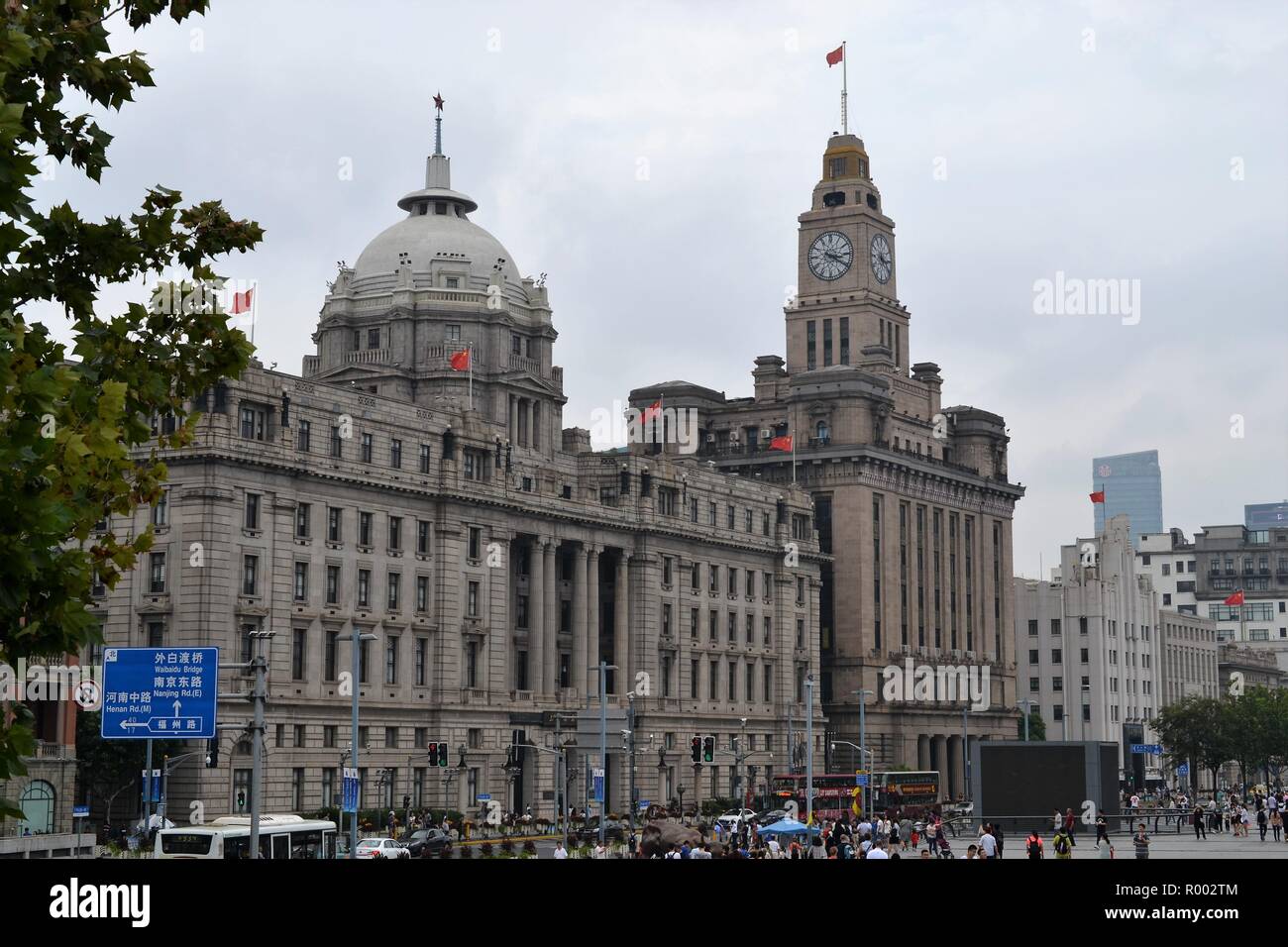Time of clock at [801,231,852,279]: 3:20
